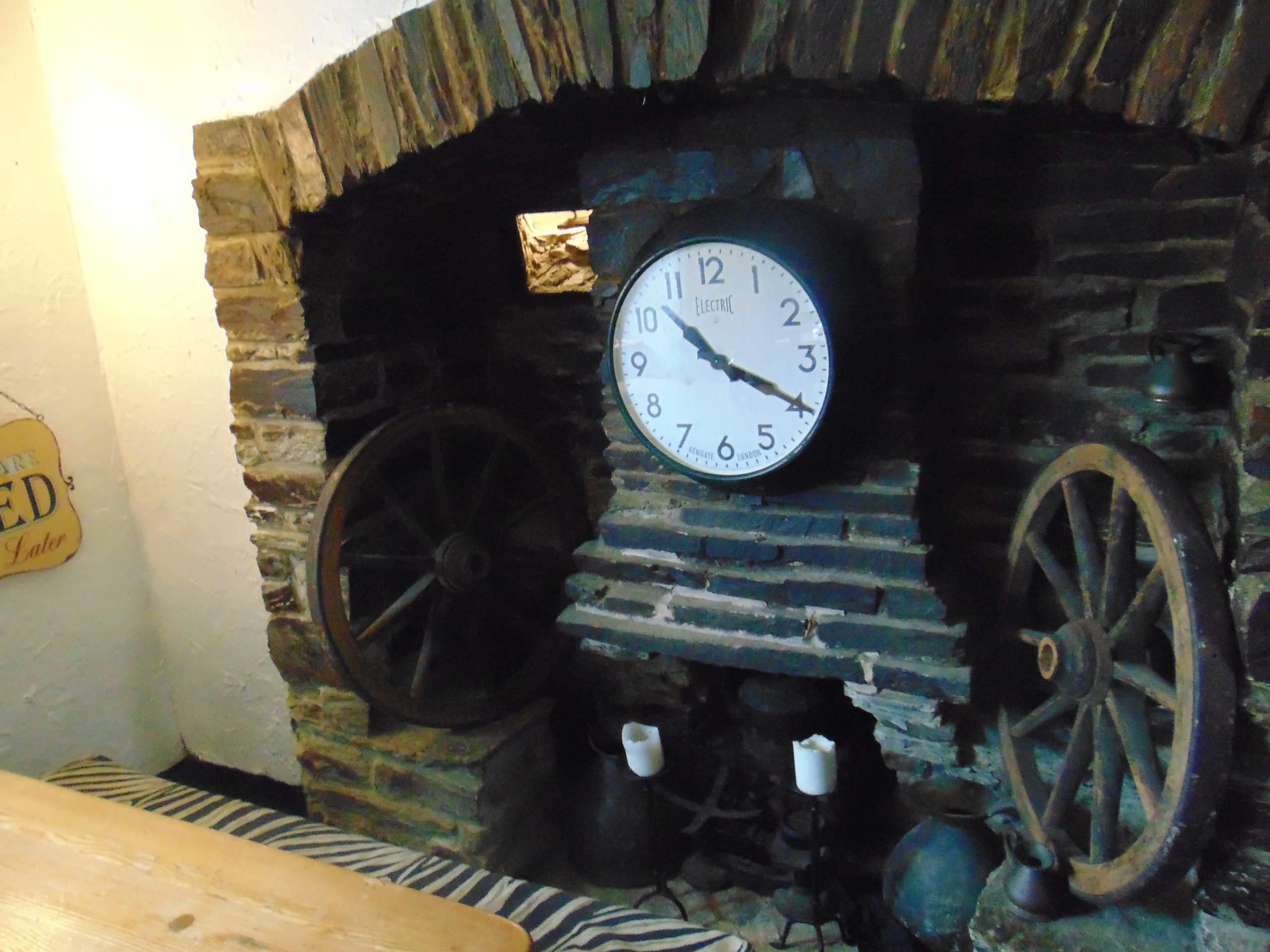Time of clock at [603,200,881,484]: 10:19
